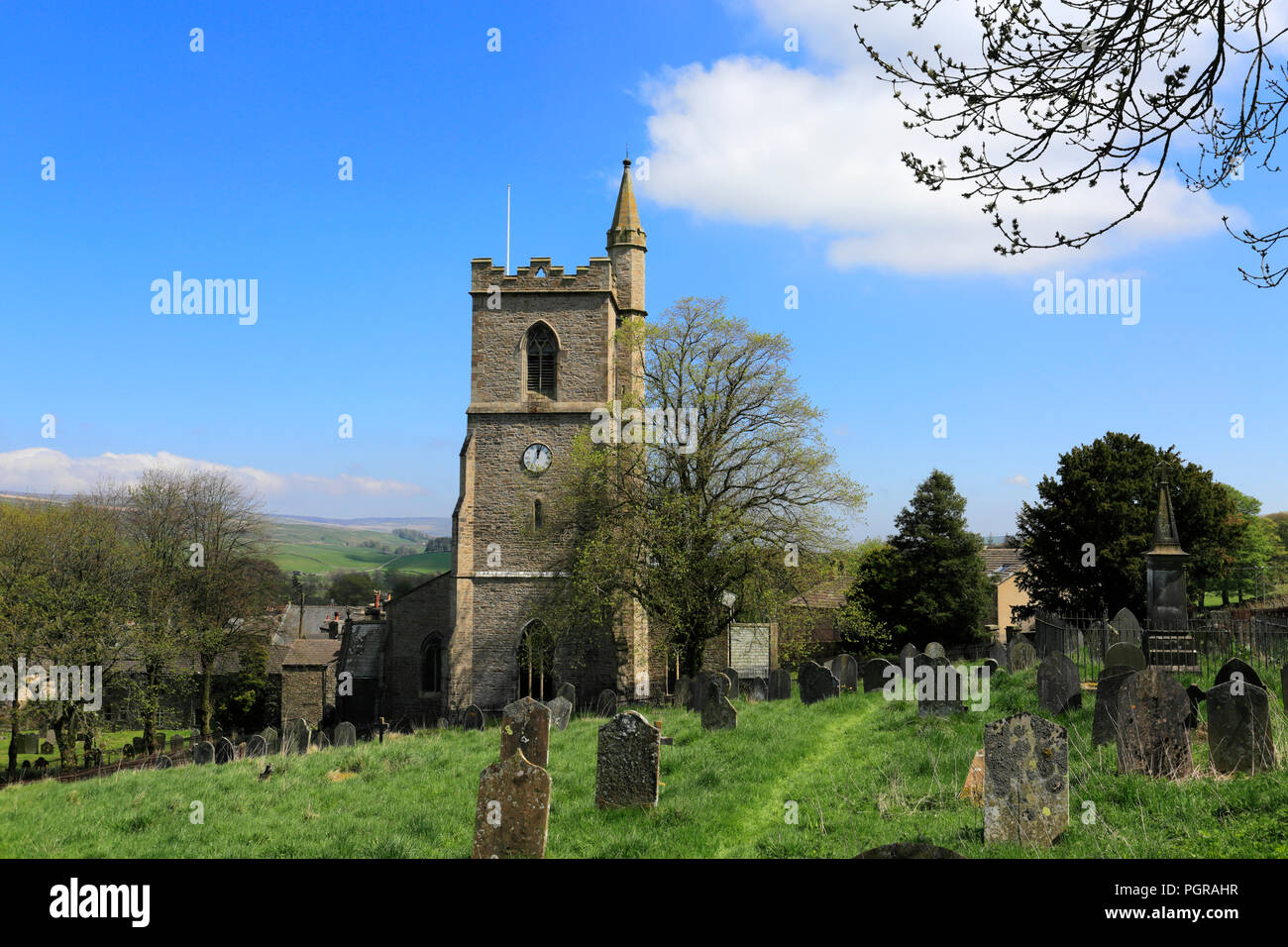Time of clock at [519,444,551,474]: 12:02
